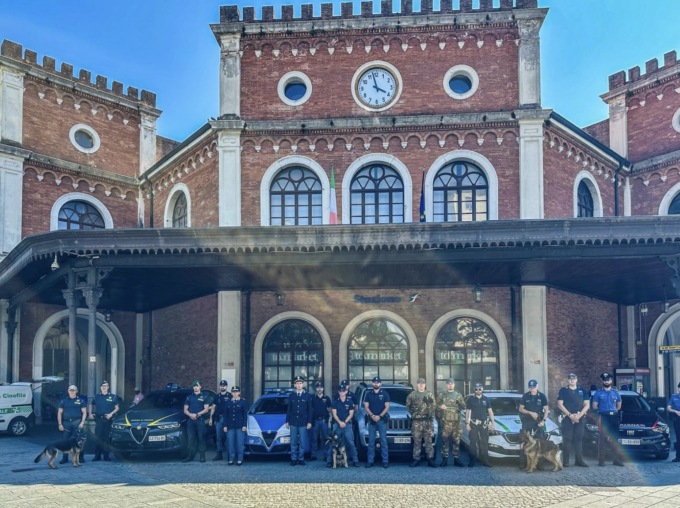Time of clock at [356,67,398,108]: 3:57
